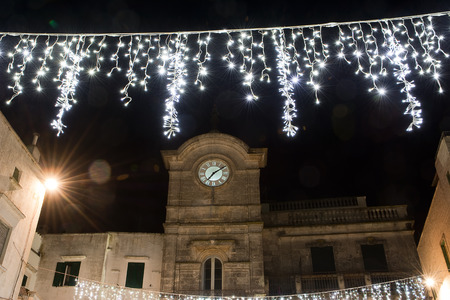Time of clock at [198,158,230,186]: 7:09
